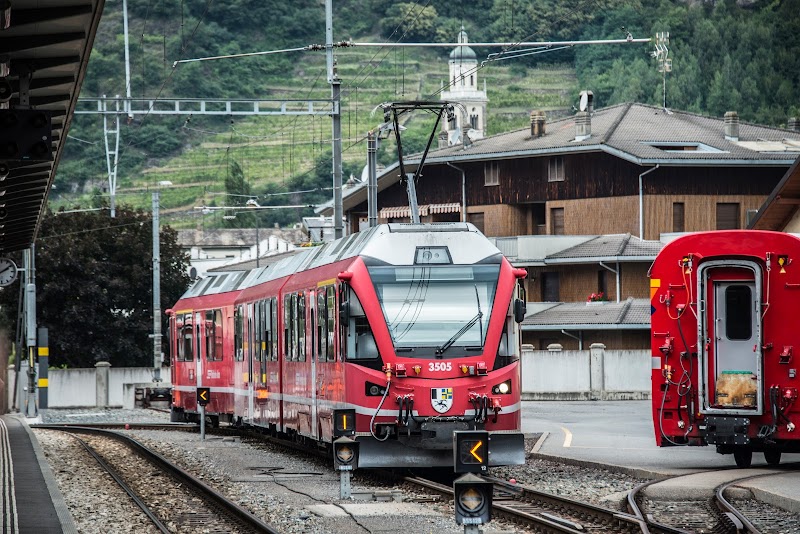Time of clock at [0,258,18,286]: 2:09
